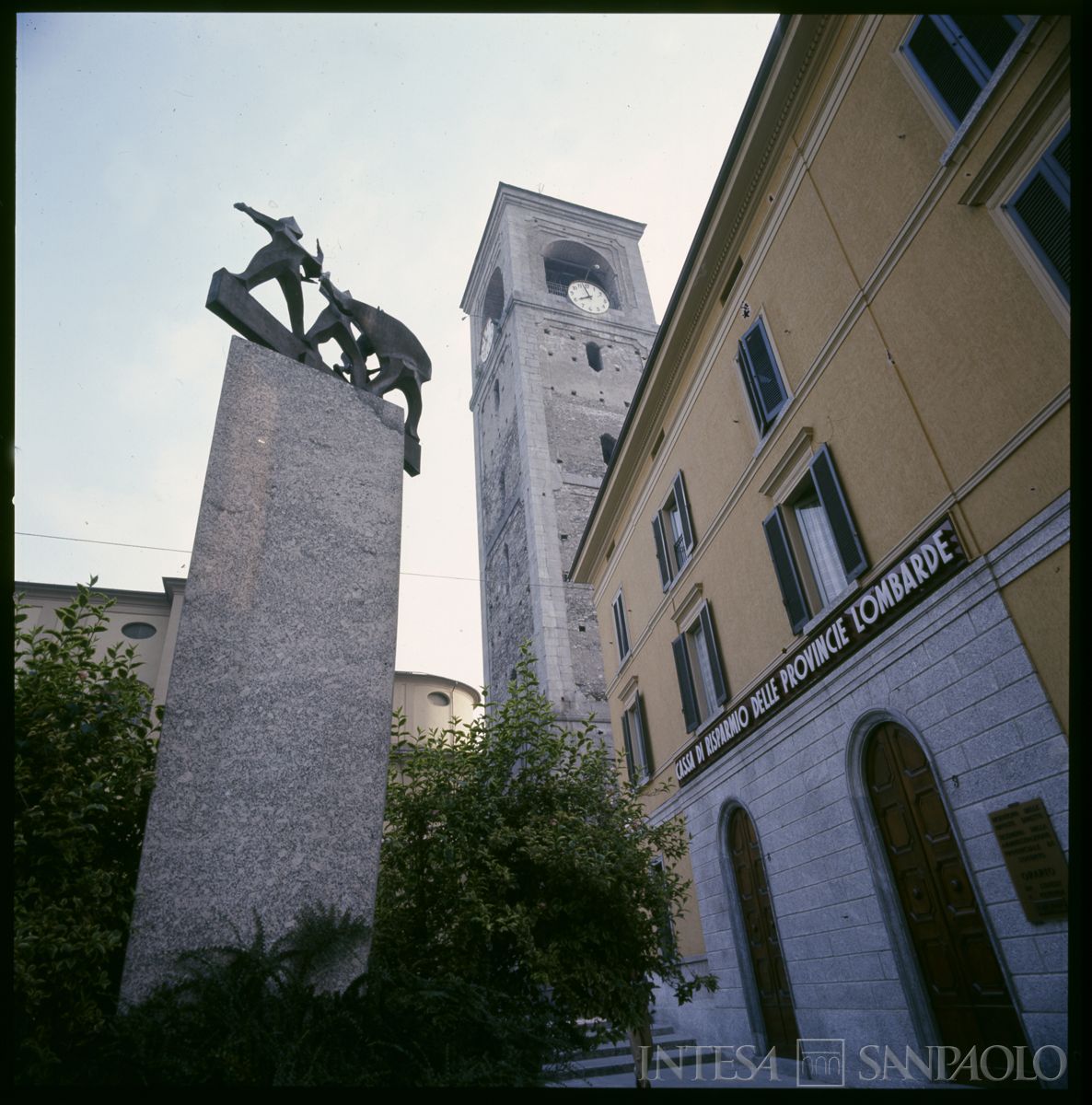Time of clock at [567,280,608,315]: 7:57
